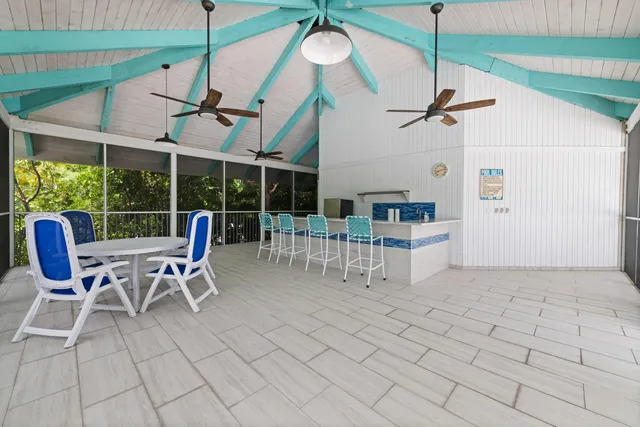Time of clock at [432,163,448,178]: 8:12
